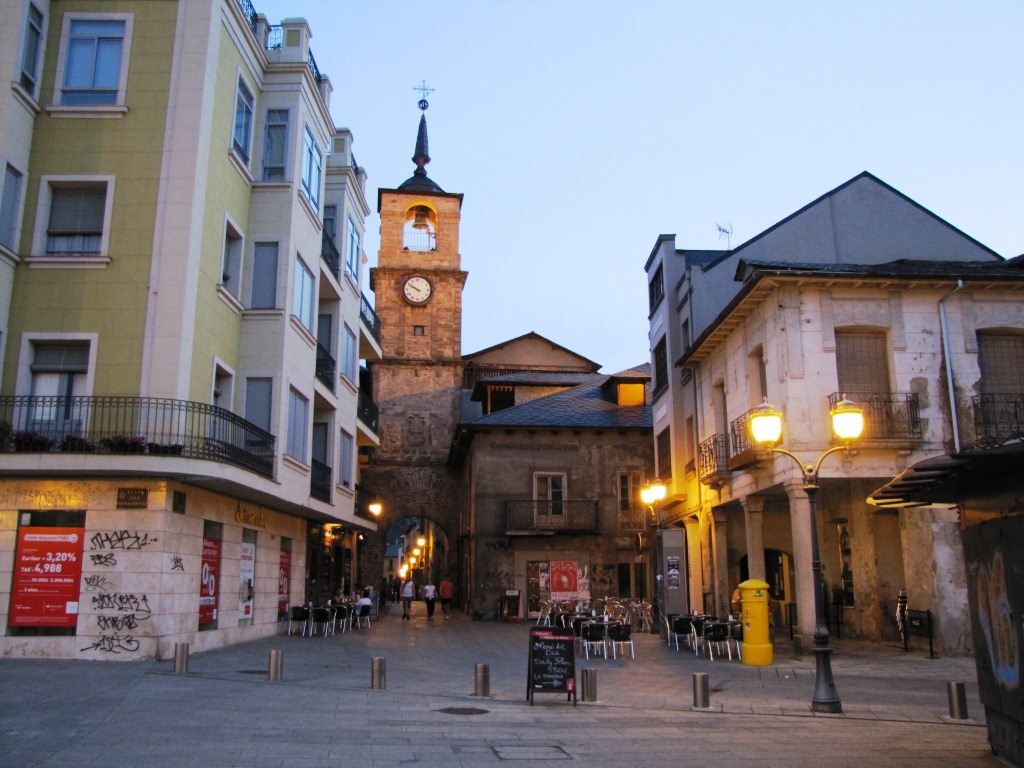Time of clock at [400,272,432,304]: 9:50
